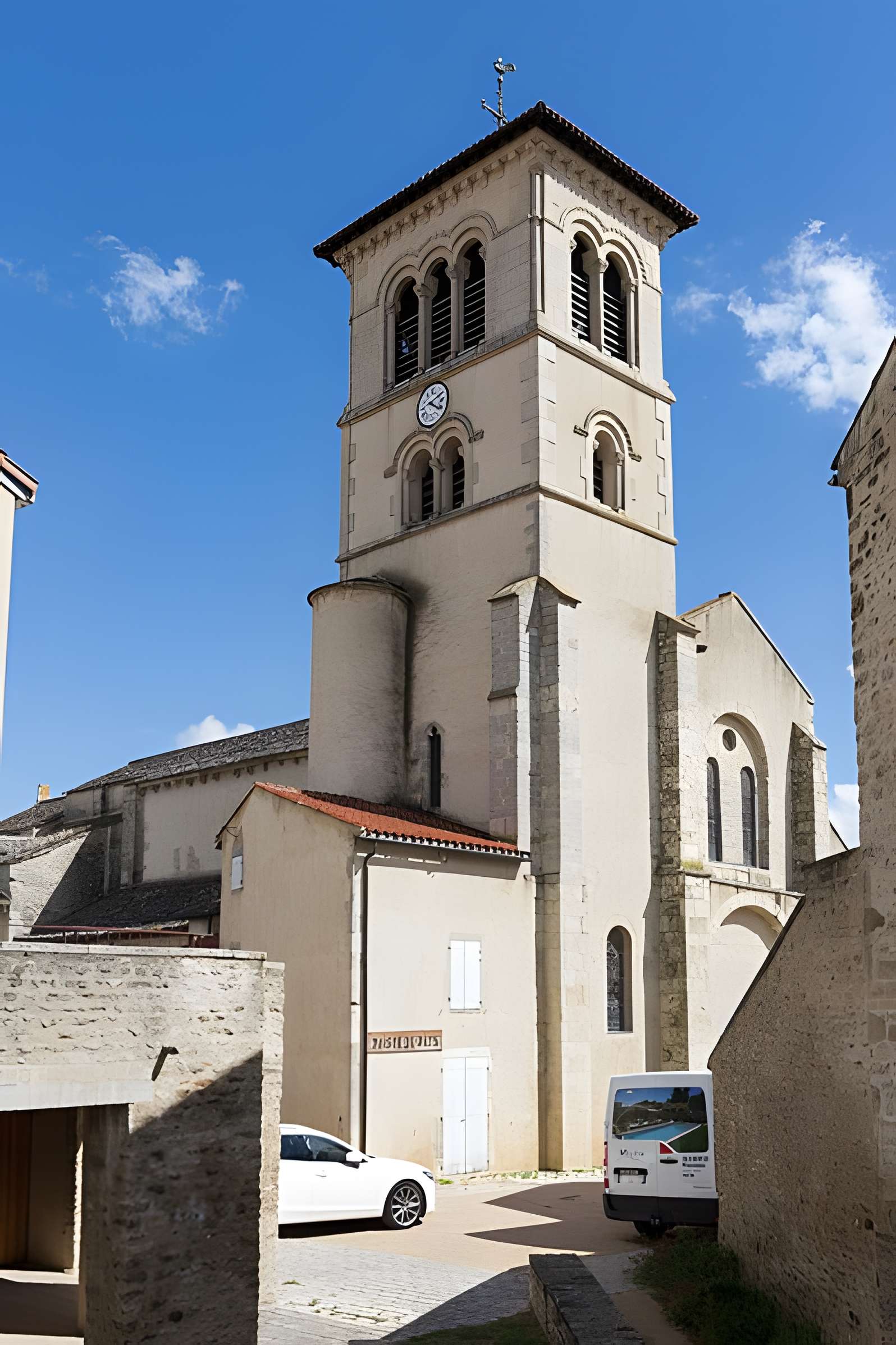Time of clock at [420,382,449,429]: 4:10
